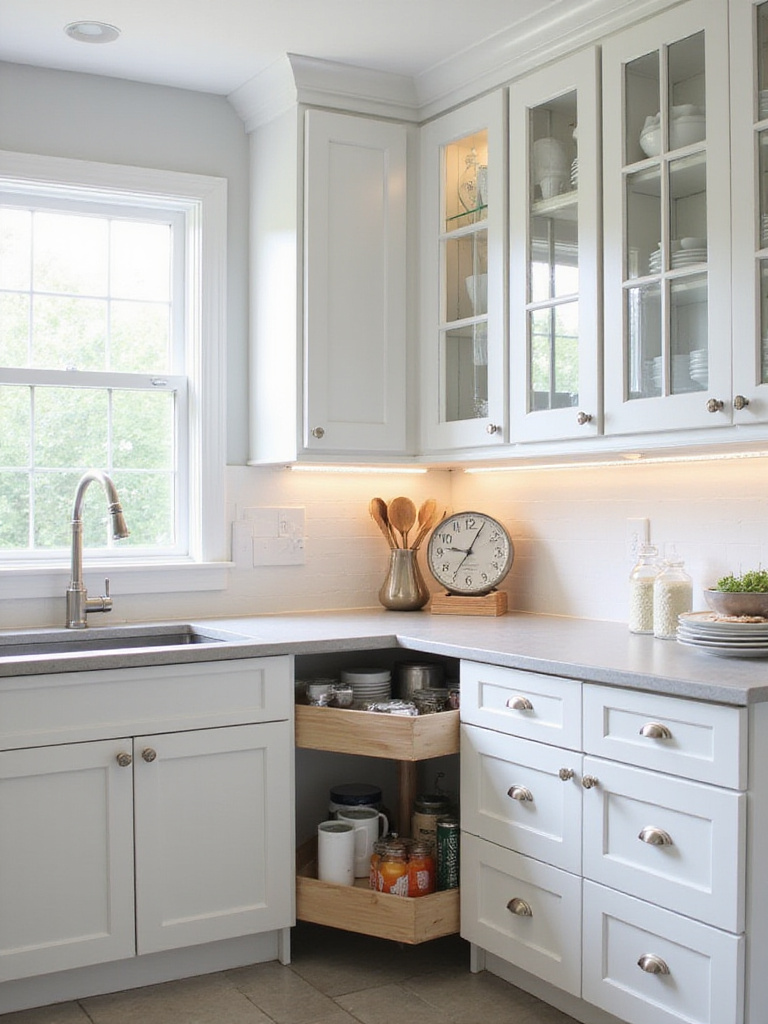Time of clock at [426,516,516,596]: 9:04
